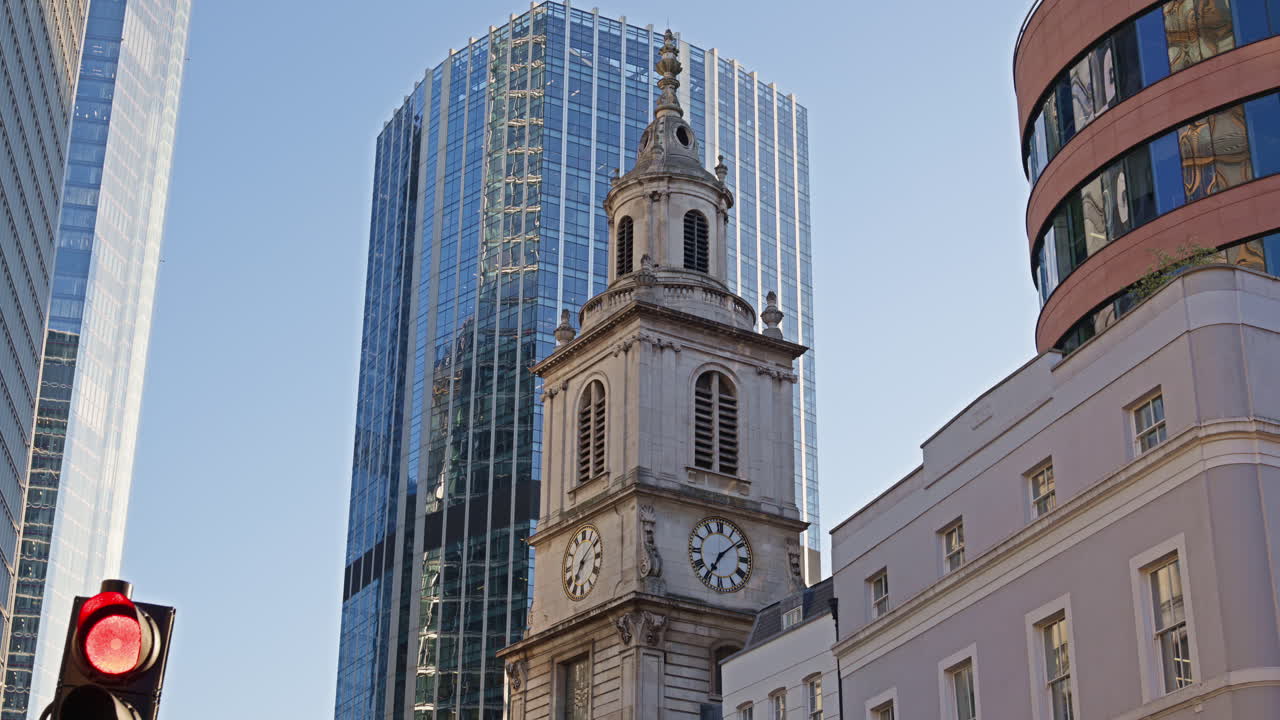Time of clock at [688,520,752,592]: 7:08
